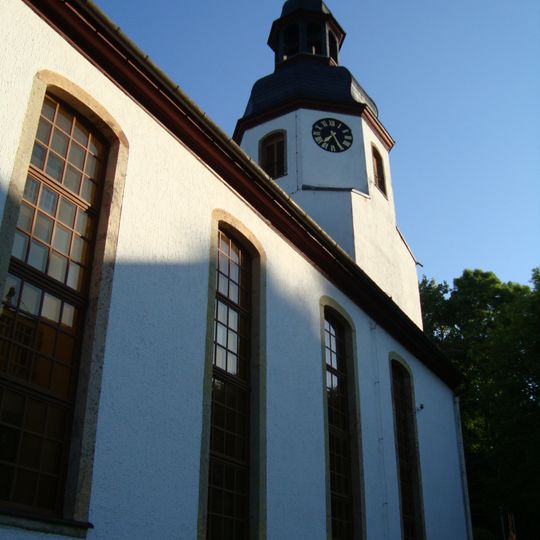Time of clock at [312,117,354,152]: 7:25
